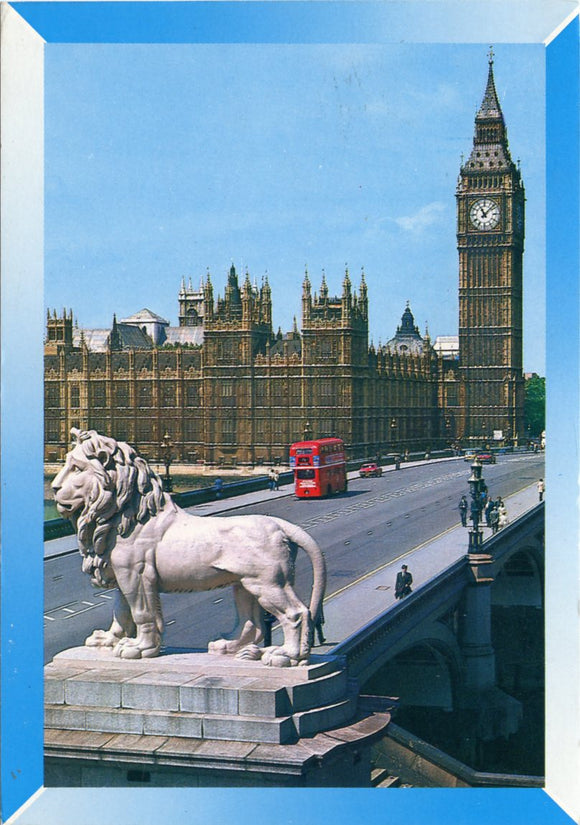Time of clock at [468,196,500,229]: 11:07
